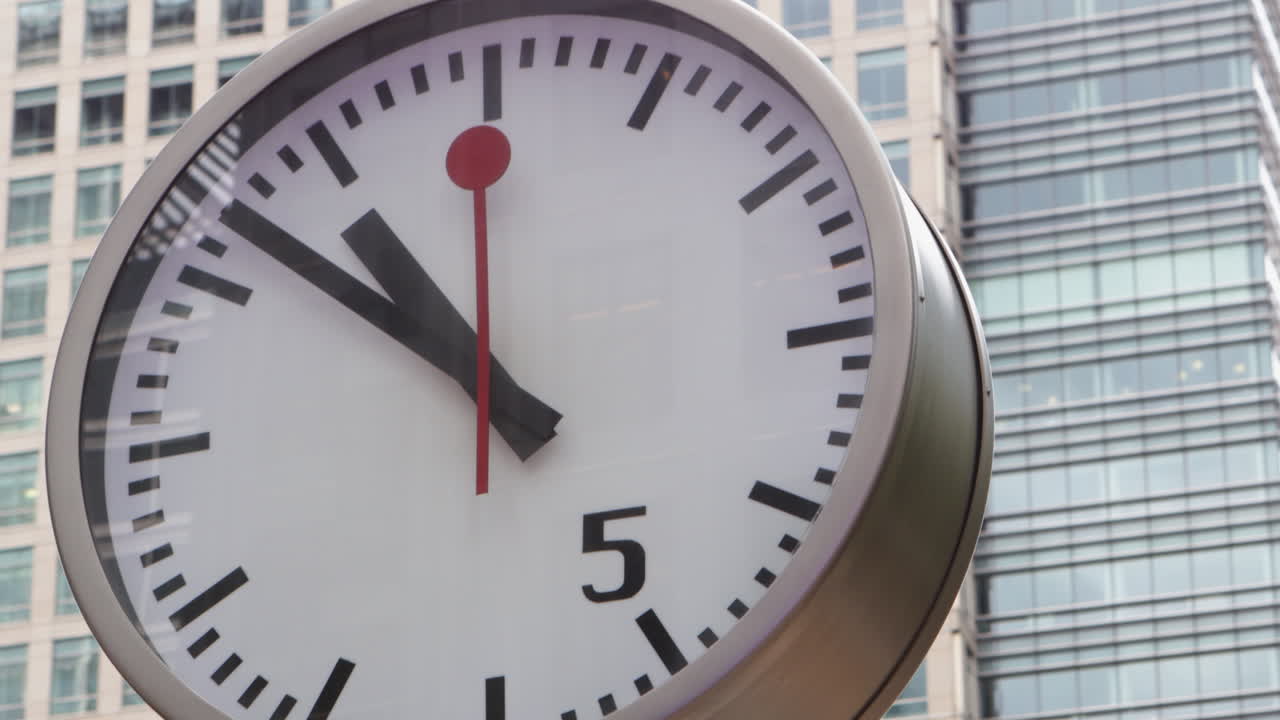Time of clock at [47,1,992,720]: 10:51
